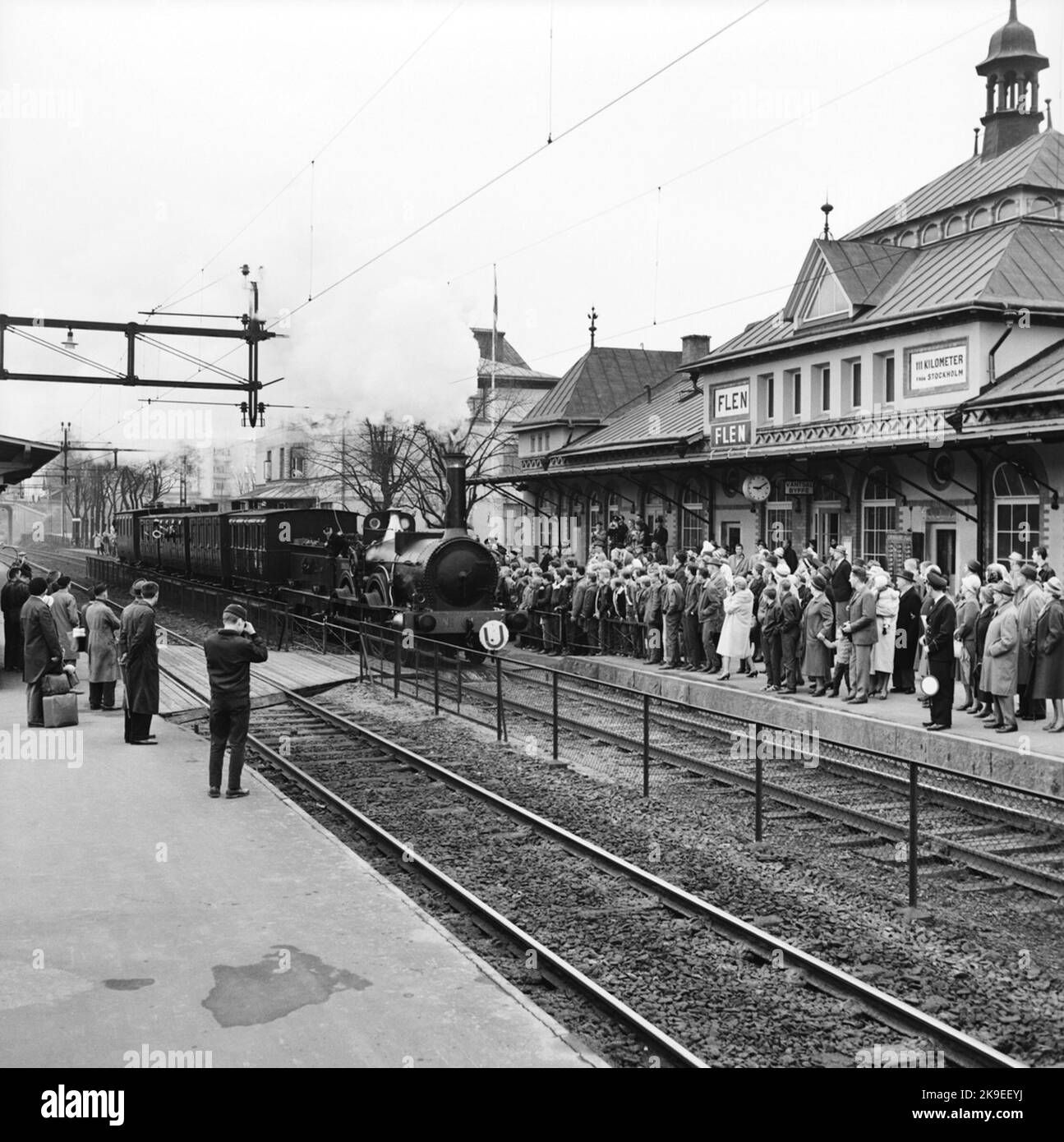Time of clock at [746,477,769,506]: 9:10
